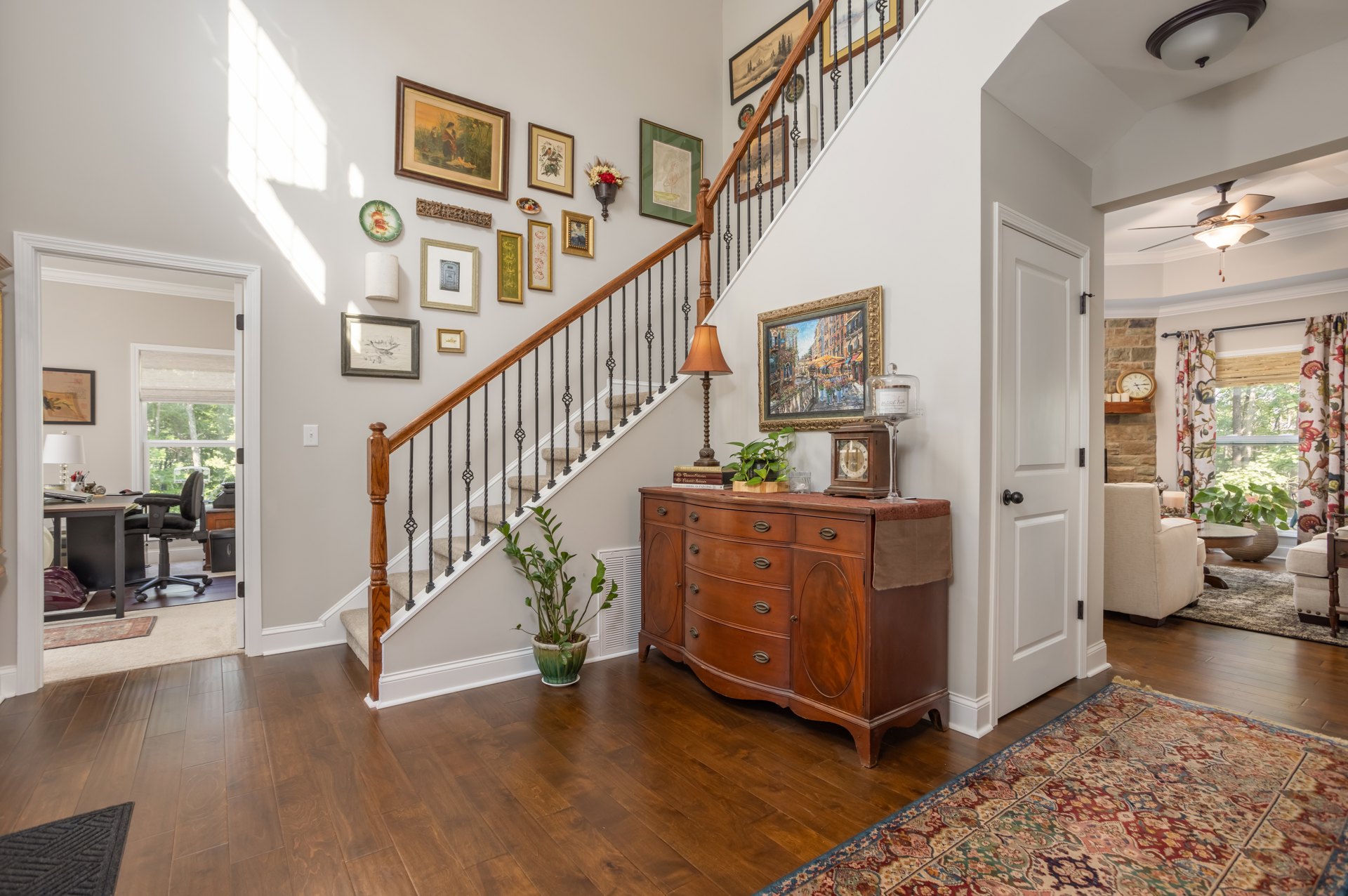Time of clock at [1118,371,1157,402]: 5:14
